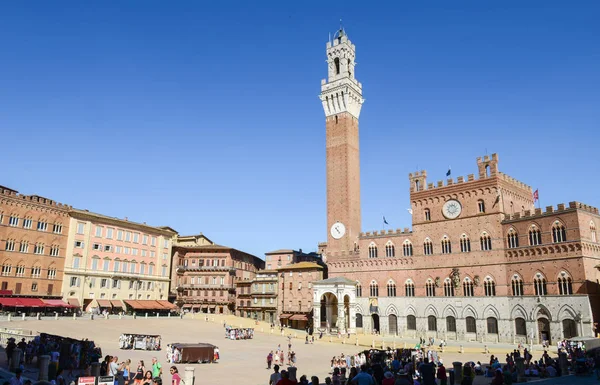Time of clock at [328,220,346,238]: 4:22
